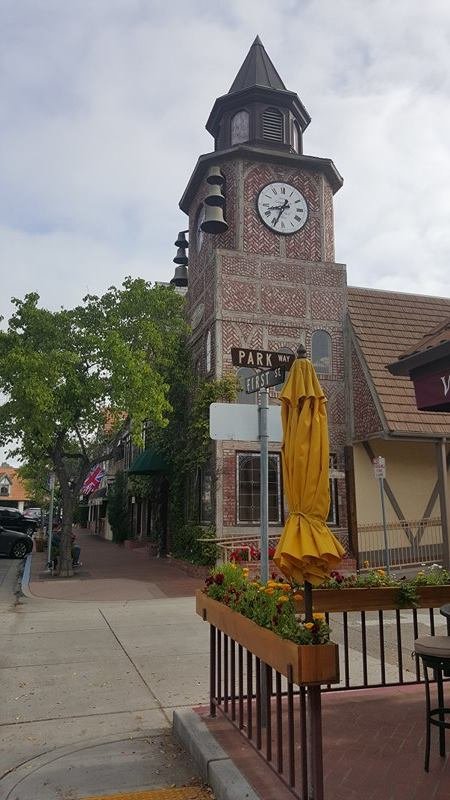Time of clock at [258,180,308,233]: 8:34
